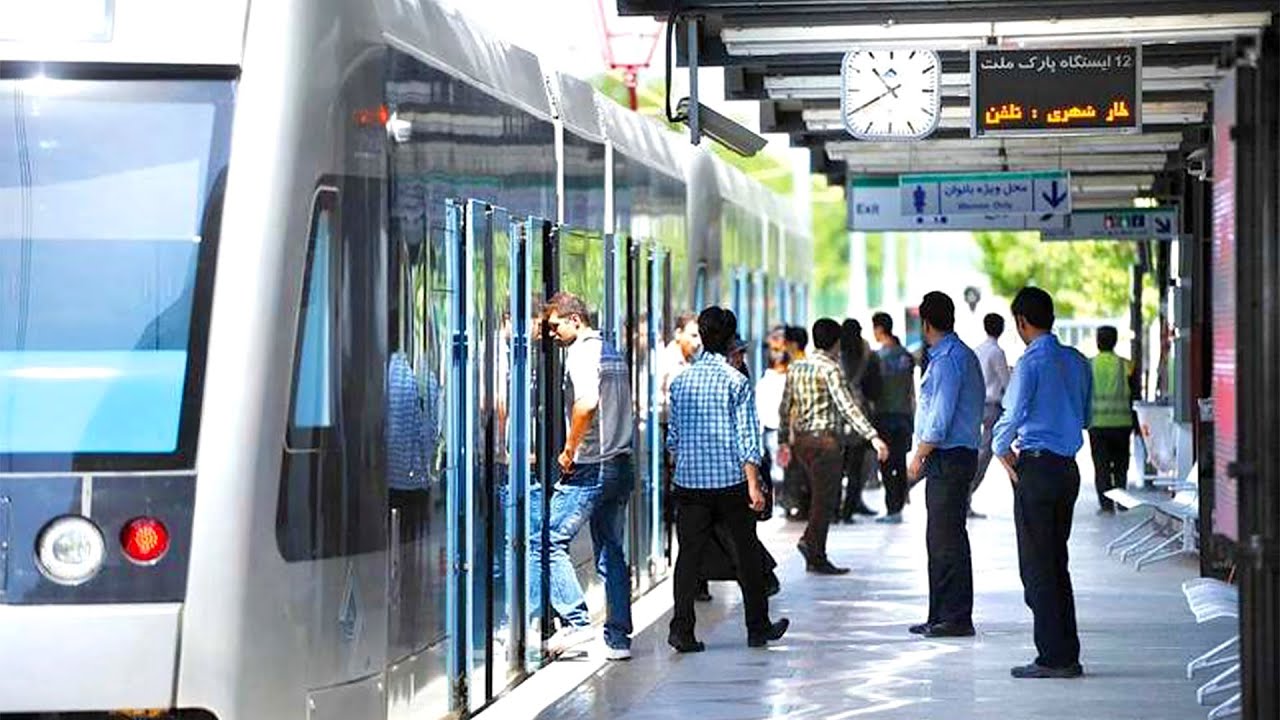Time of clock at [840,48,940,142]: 10:39
